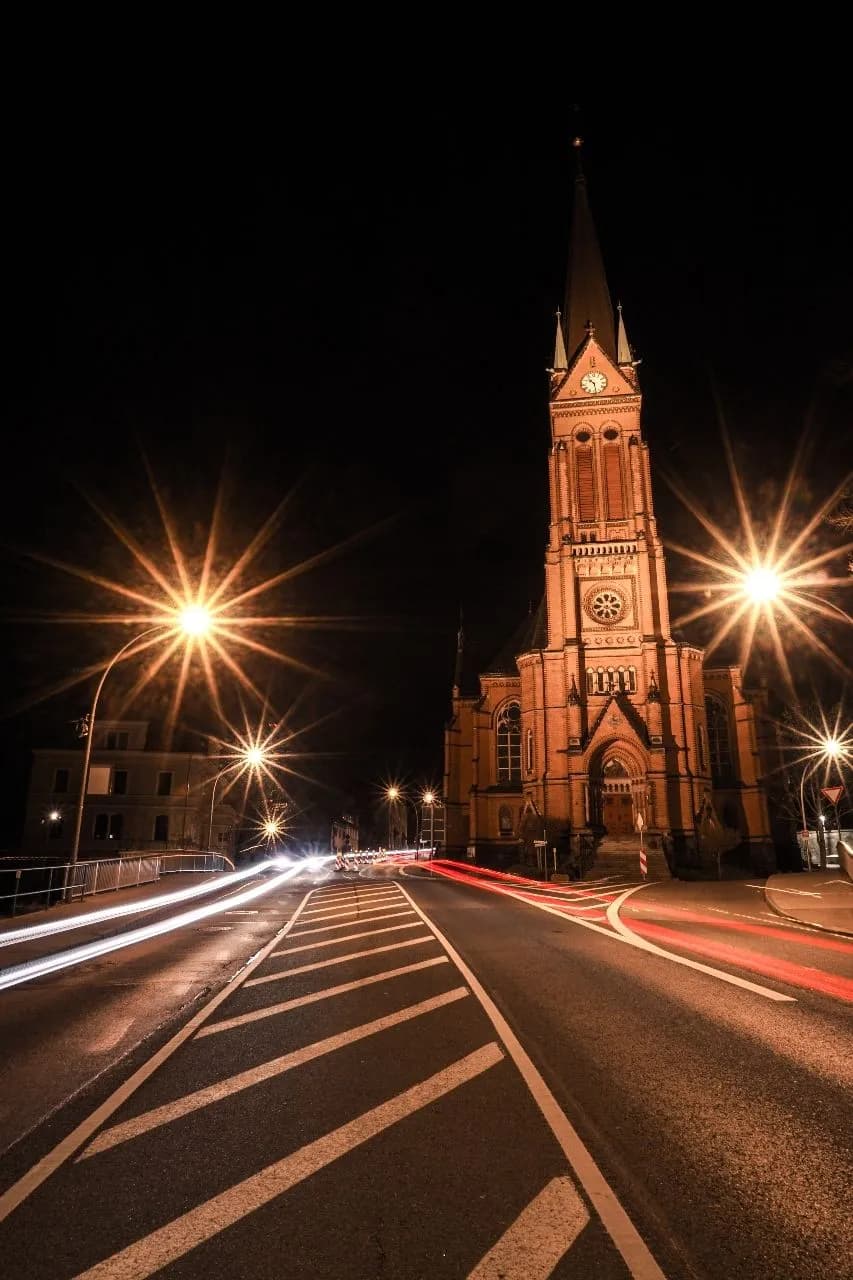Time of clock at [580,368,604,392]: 10:28
